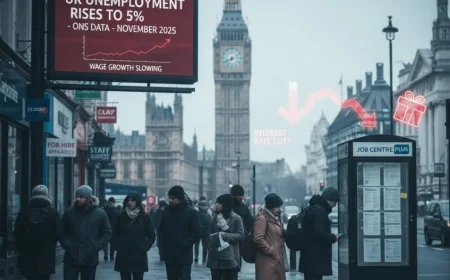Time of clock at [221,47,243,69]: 8:11
